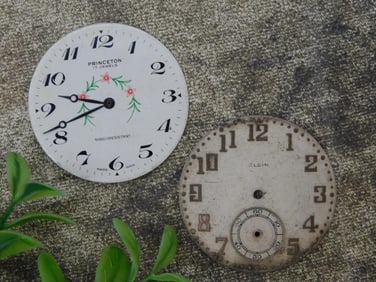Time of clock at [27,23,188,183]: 9:41
